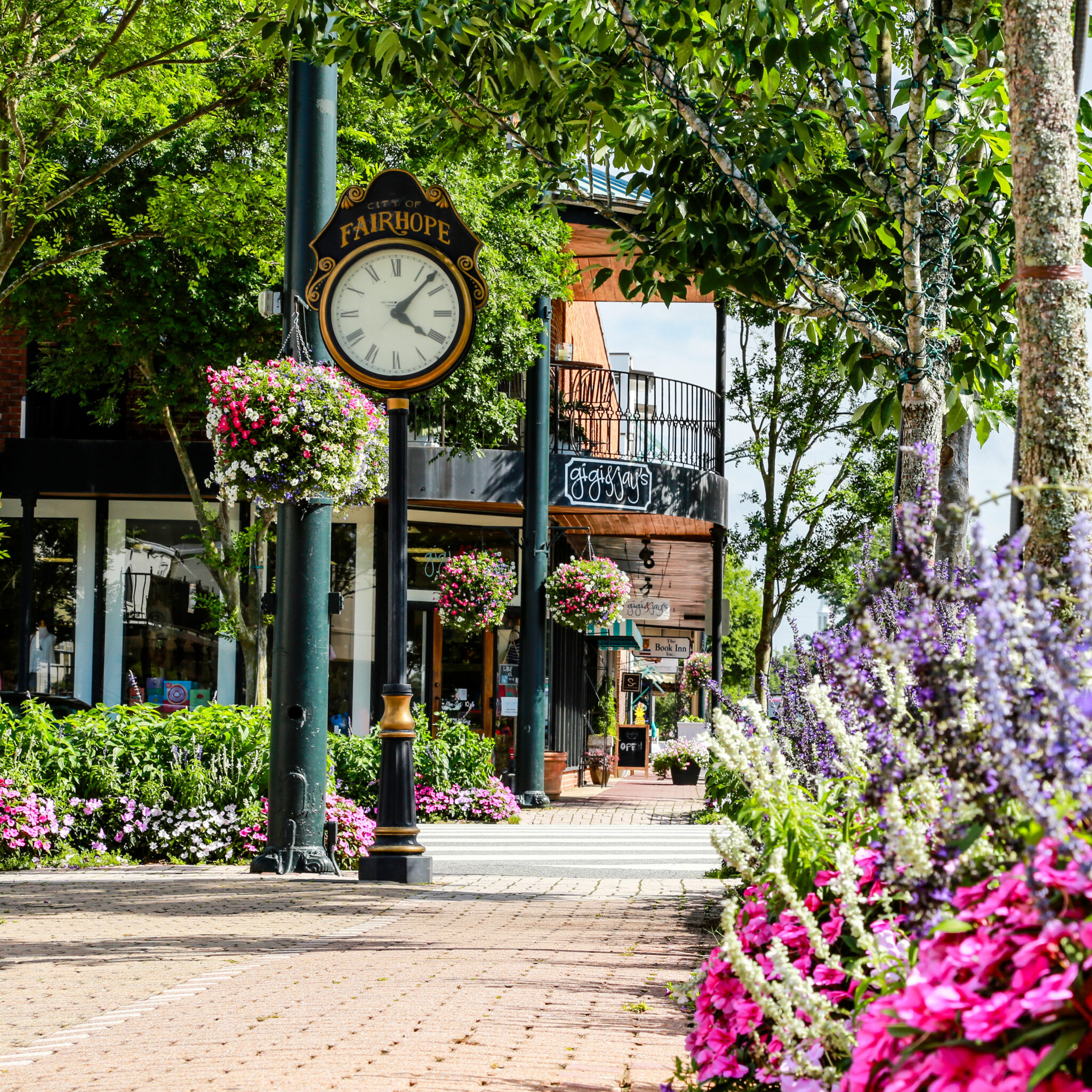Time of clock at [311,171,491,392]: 4:07
